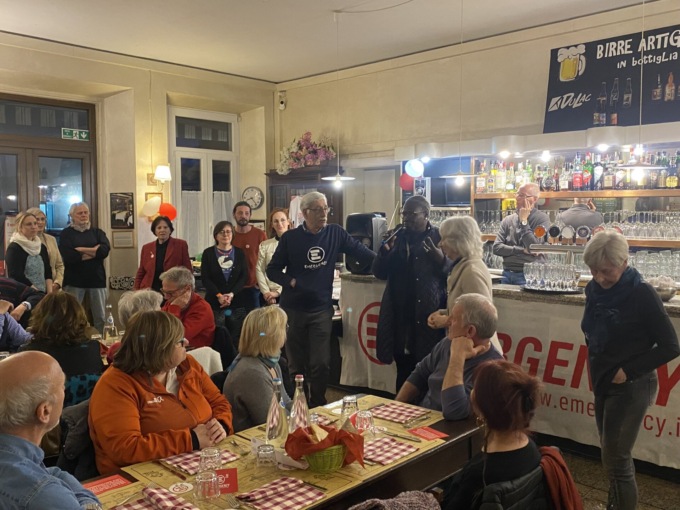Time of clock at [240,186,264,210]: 8:23
